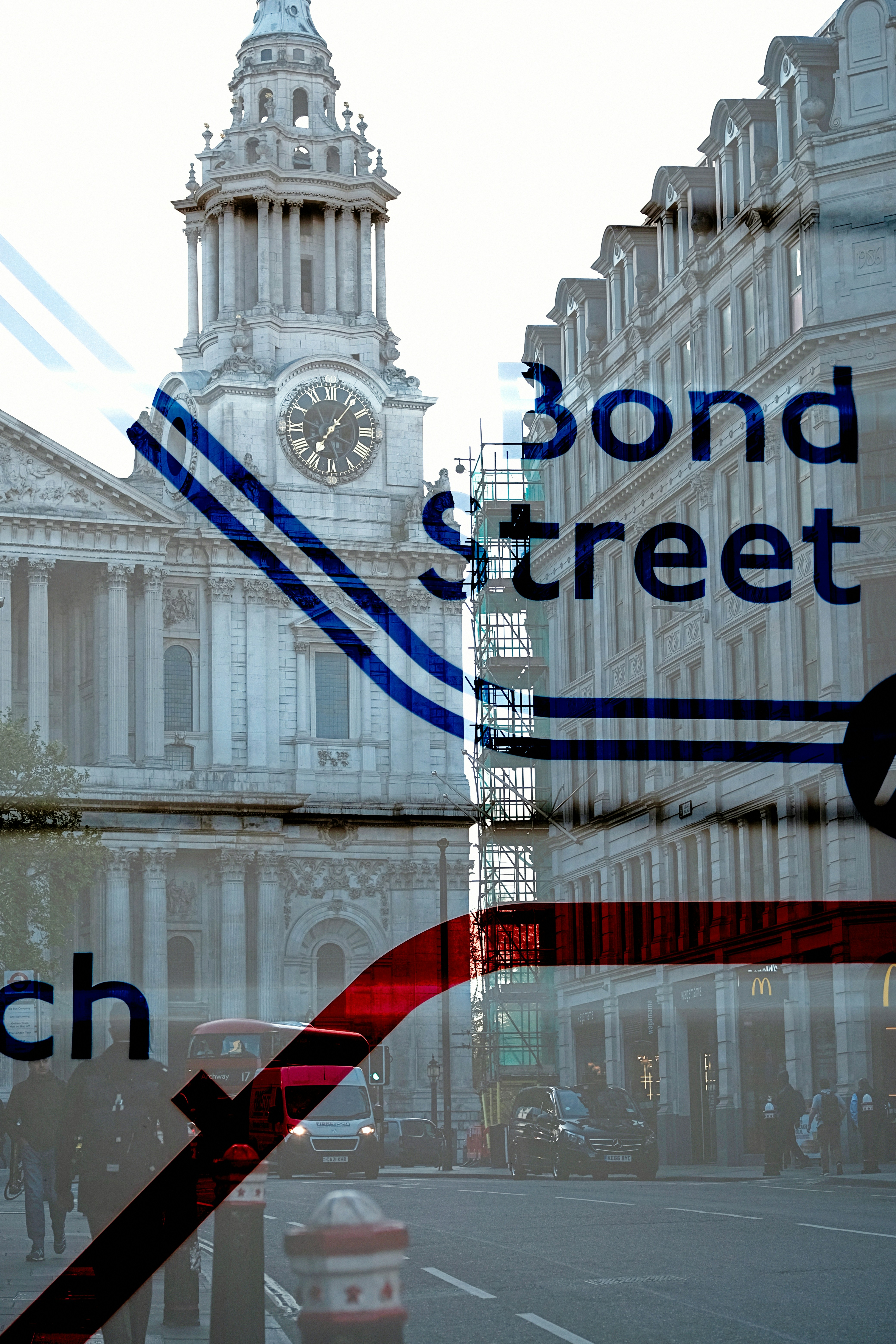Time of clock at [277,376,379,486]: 7:06
